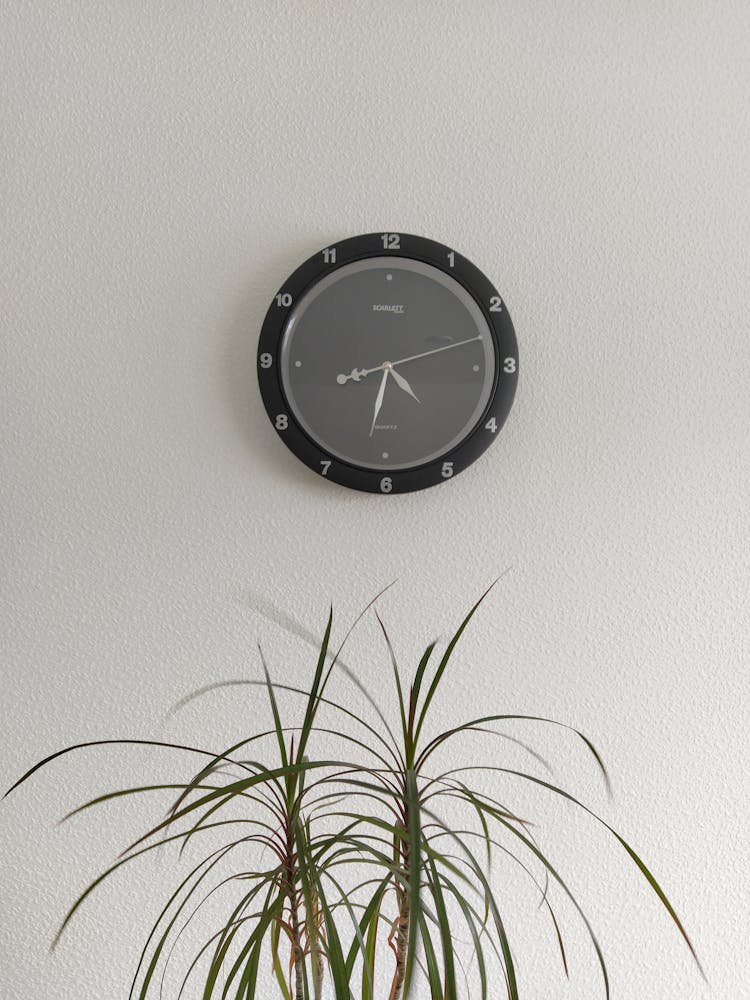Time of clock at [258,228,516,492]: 4:32
